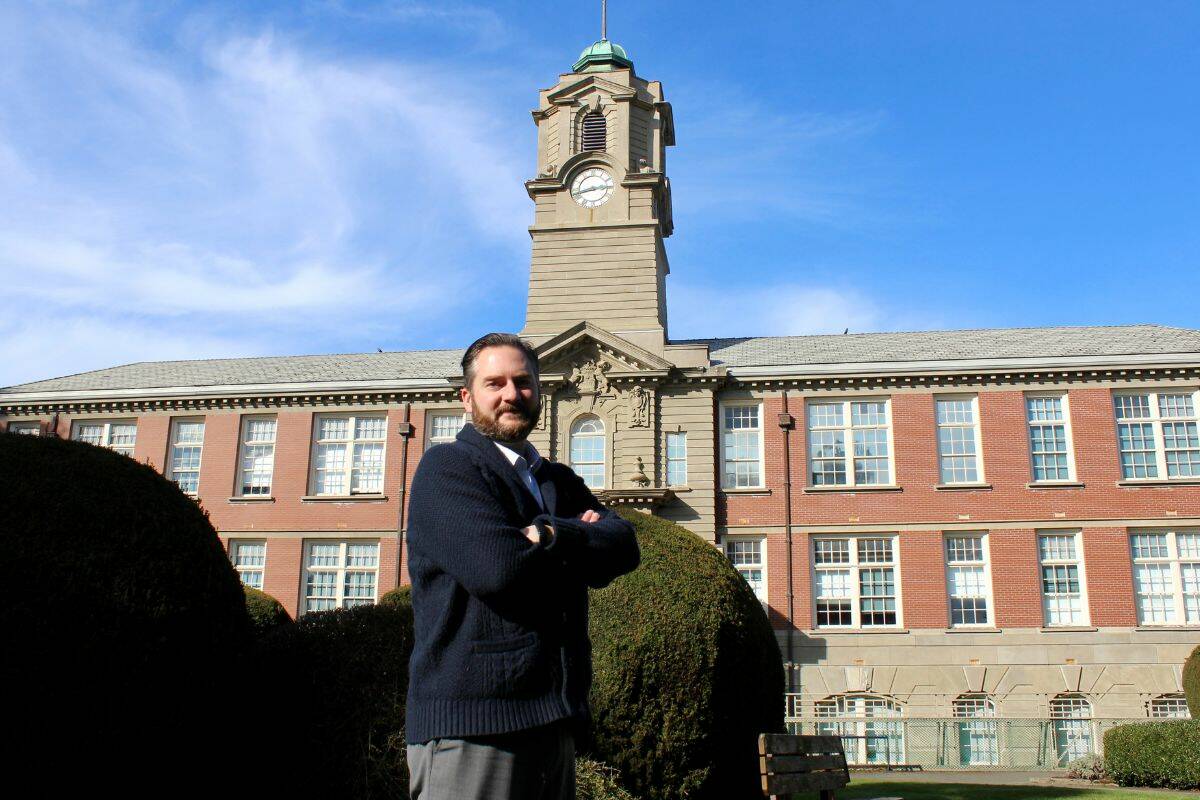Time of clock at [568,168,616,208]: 2:42
